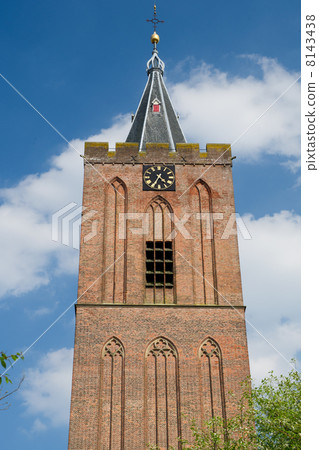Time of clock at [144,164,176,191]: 4:34
